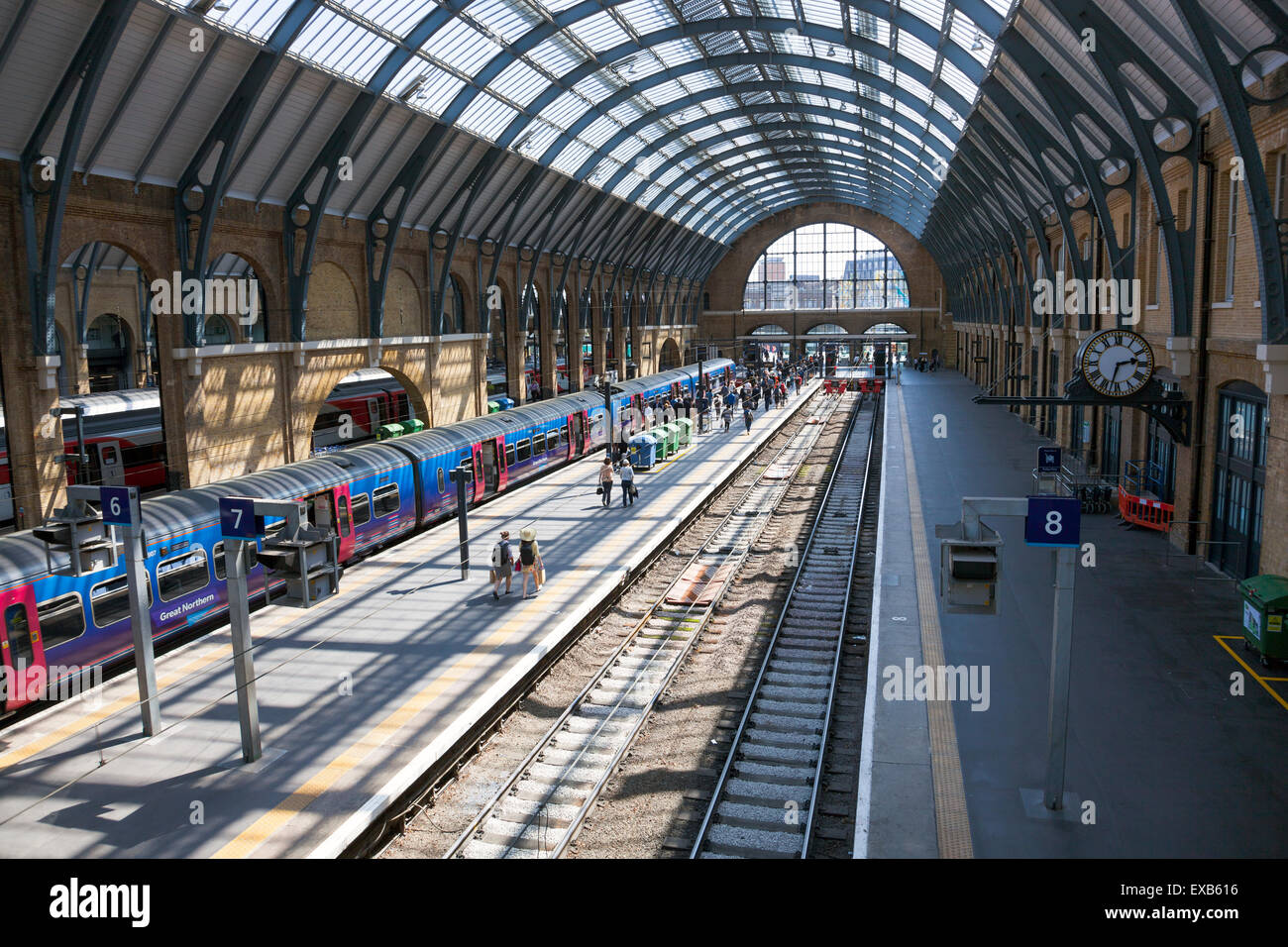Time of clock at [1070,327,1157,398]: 2:32
